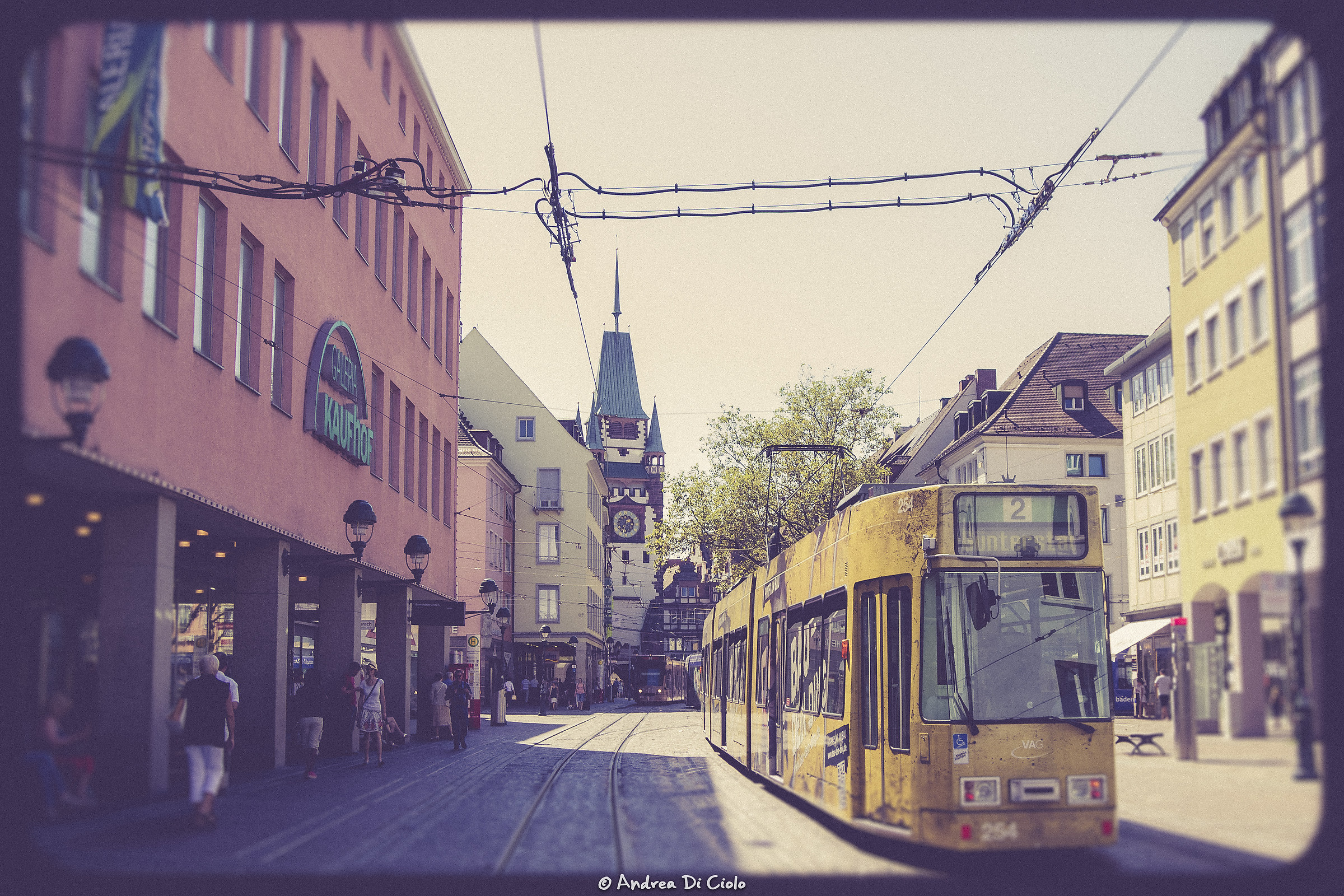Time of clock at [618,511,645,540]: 1:33
